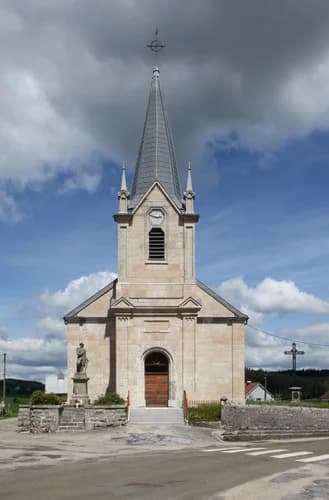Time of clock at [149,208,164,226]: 2:48
